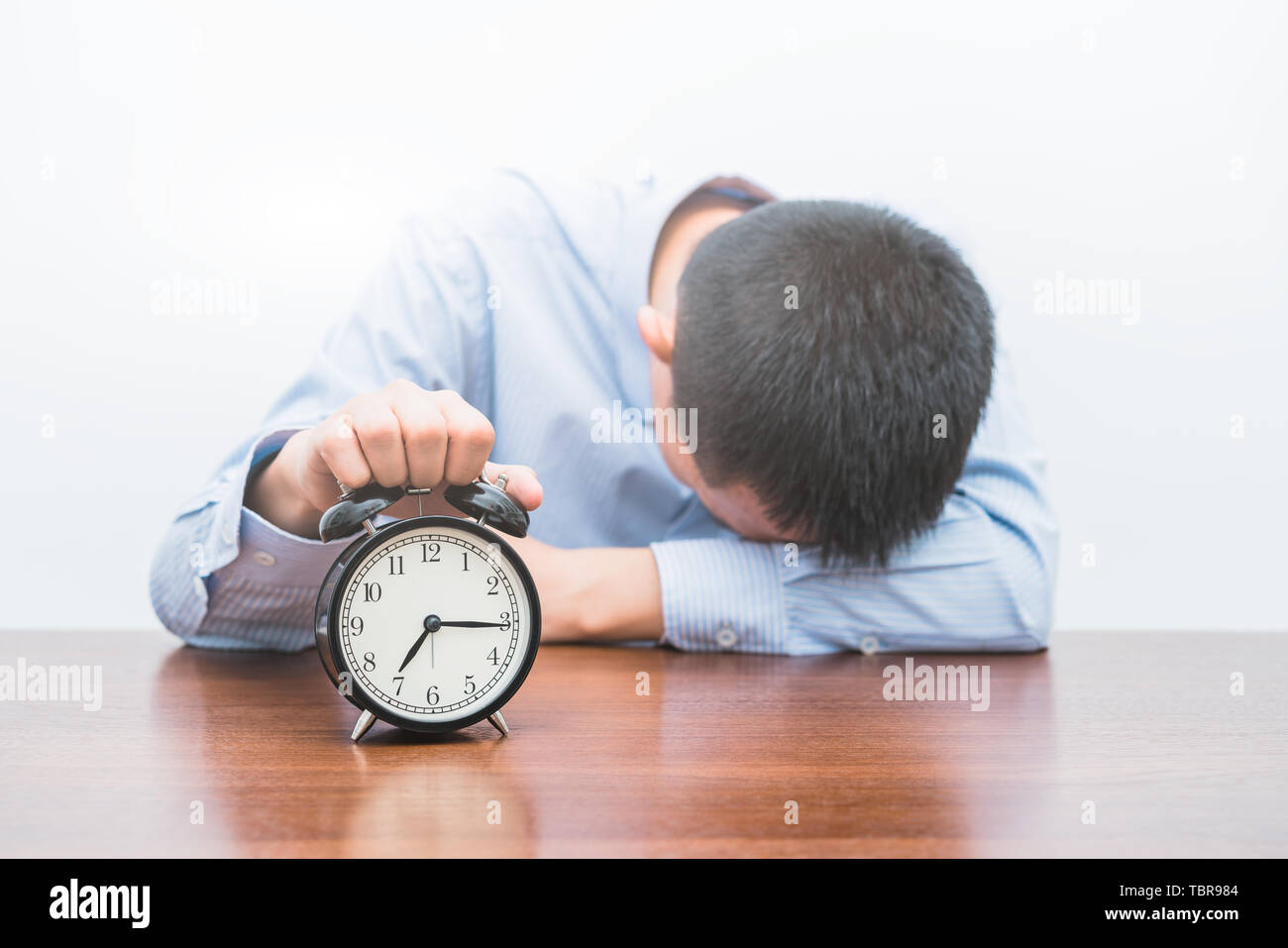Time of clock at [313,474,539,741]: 7:15
